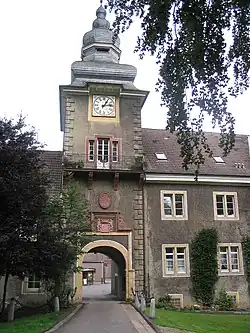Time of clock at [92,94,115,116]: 1:13
